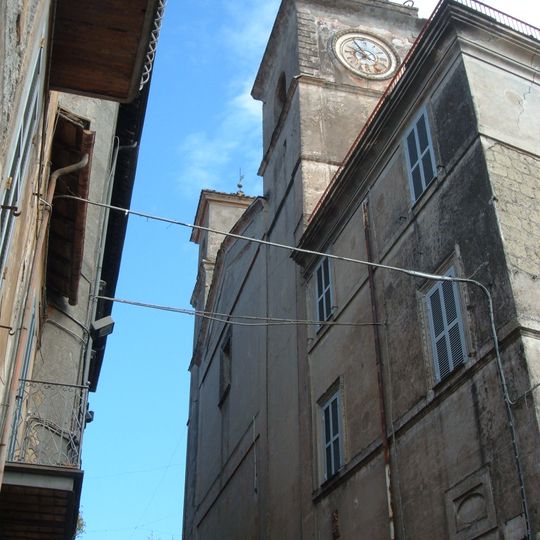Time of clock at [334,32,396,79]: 9:55
